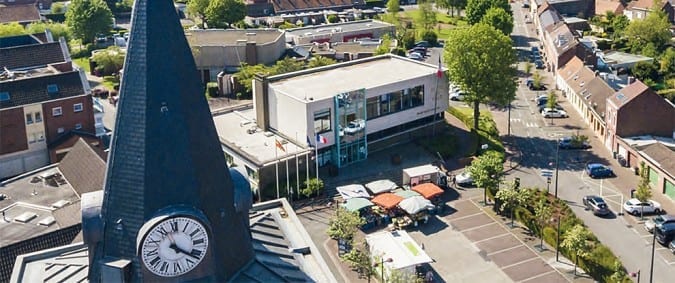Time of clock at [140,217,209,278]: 4:21
